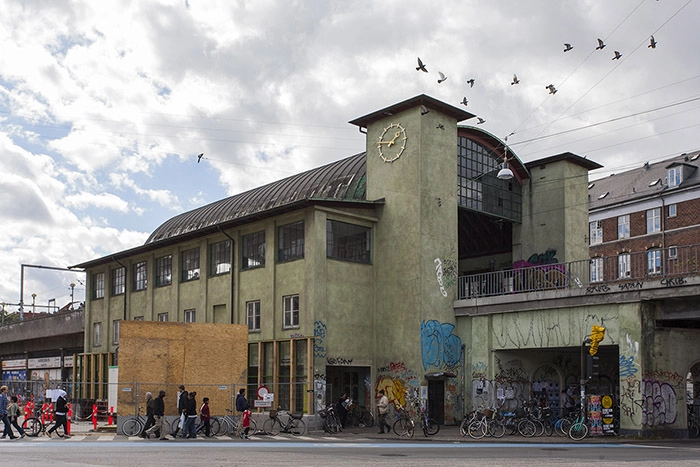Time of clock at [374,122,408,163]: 1:46
